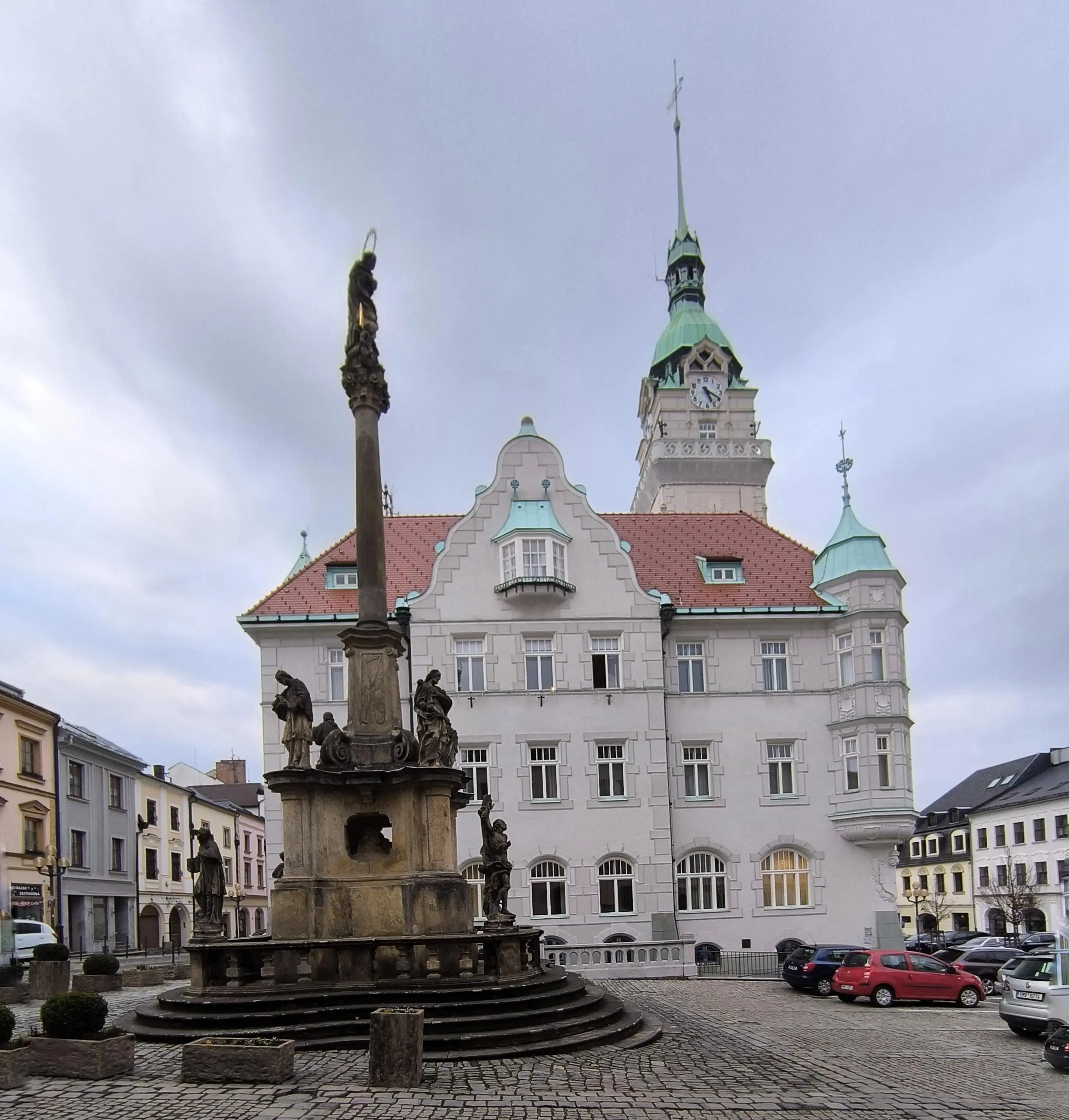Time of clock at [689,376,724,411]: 5:19
